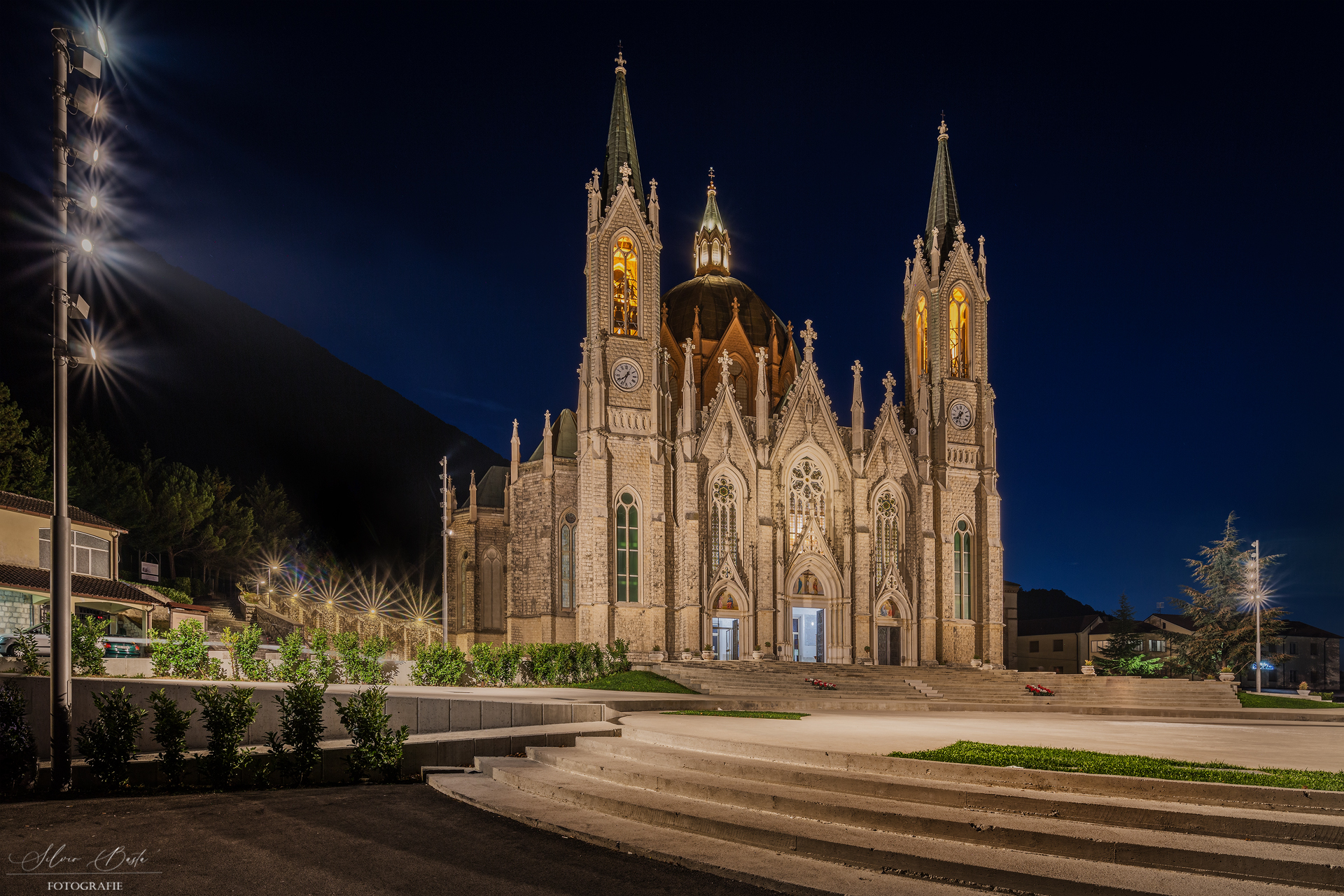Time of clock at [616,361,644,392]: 7:33
